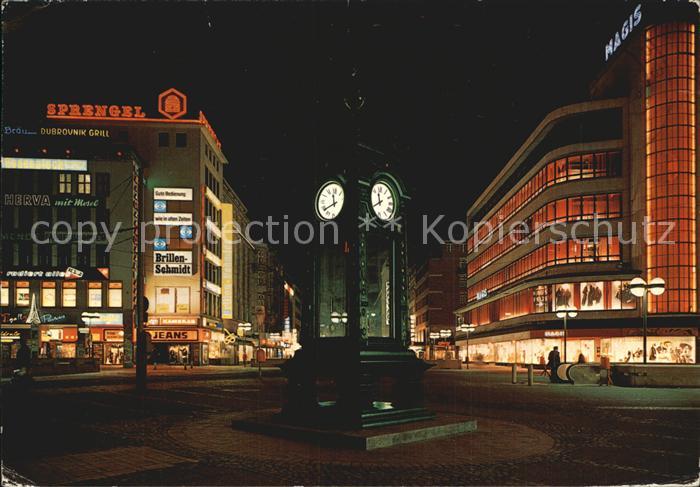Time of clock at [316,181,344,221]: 11:38
